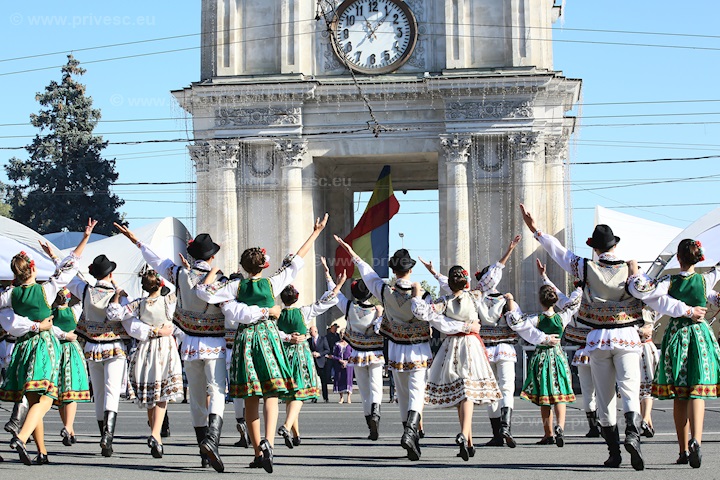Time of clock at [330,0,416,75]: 11:06
